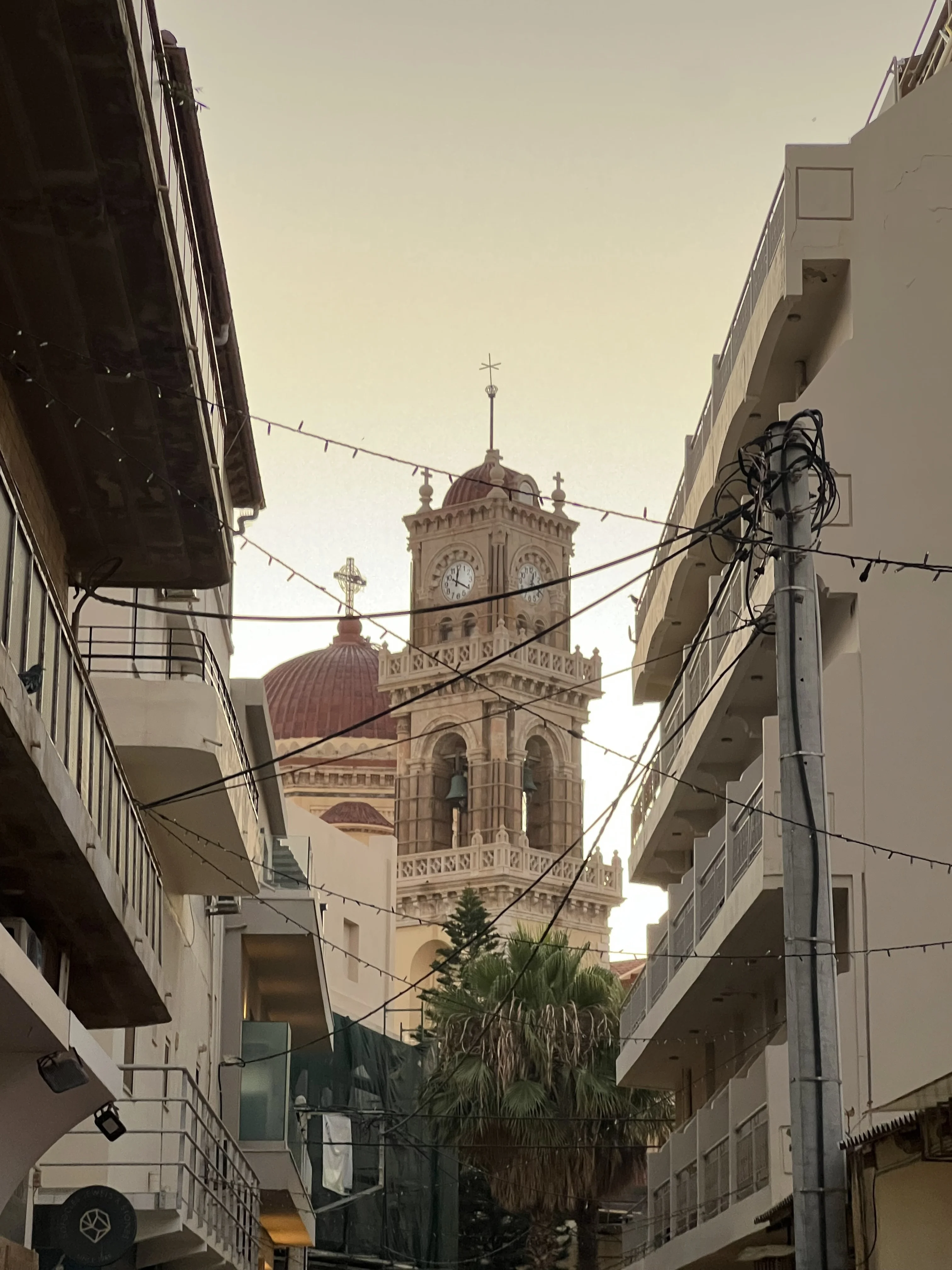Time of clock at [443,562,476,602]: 12:20
